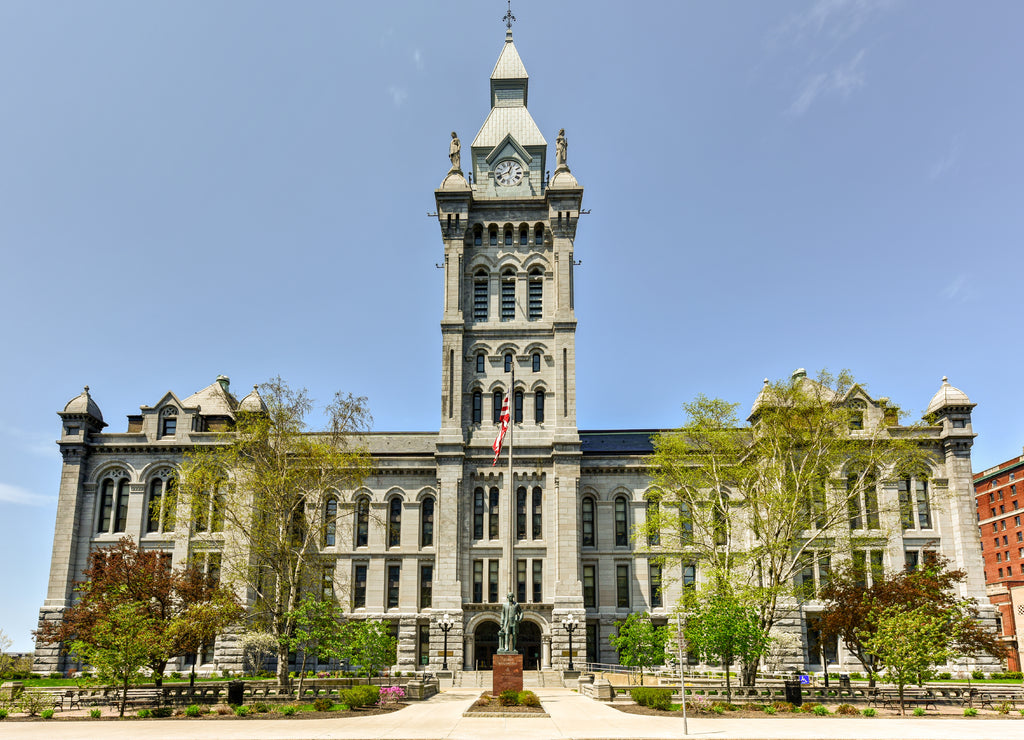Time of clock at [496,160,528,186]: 12:41
